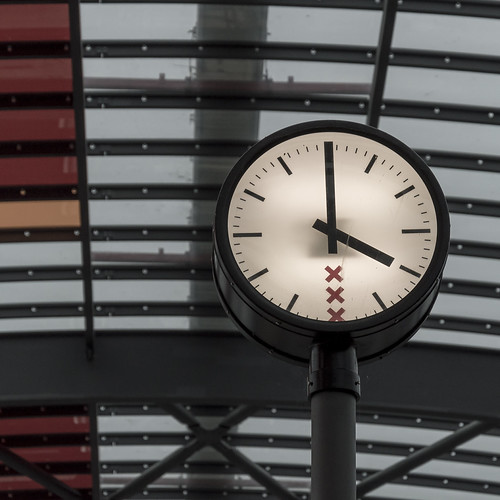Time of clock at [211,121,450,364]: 4:00
